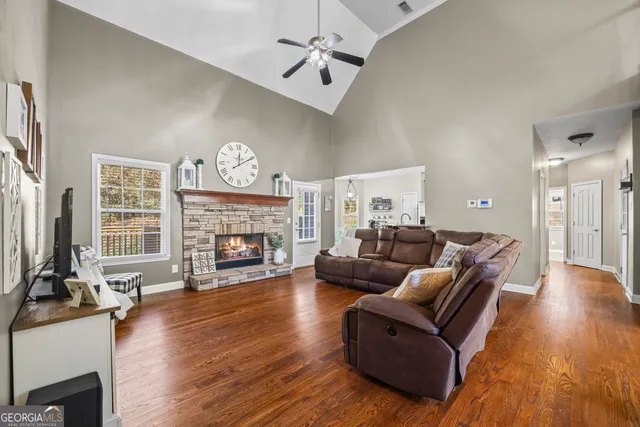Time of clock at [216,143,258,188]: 12:10
